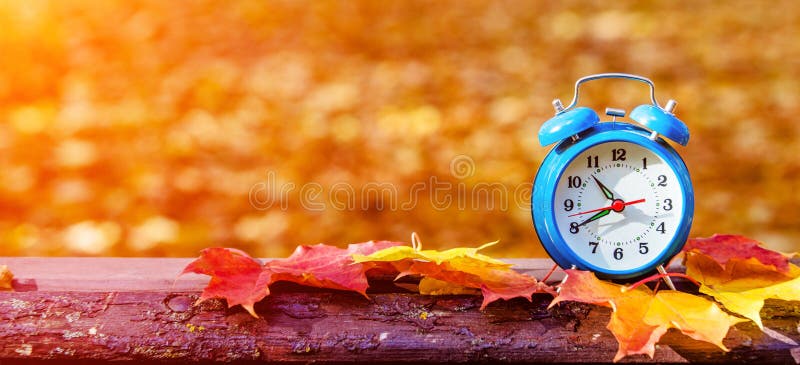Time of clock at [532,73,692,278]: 10:40
